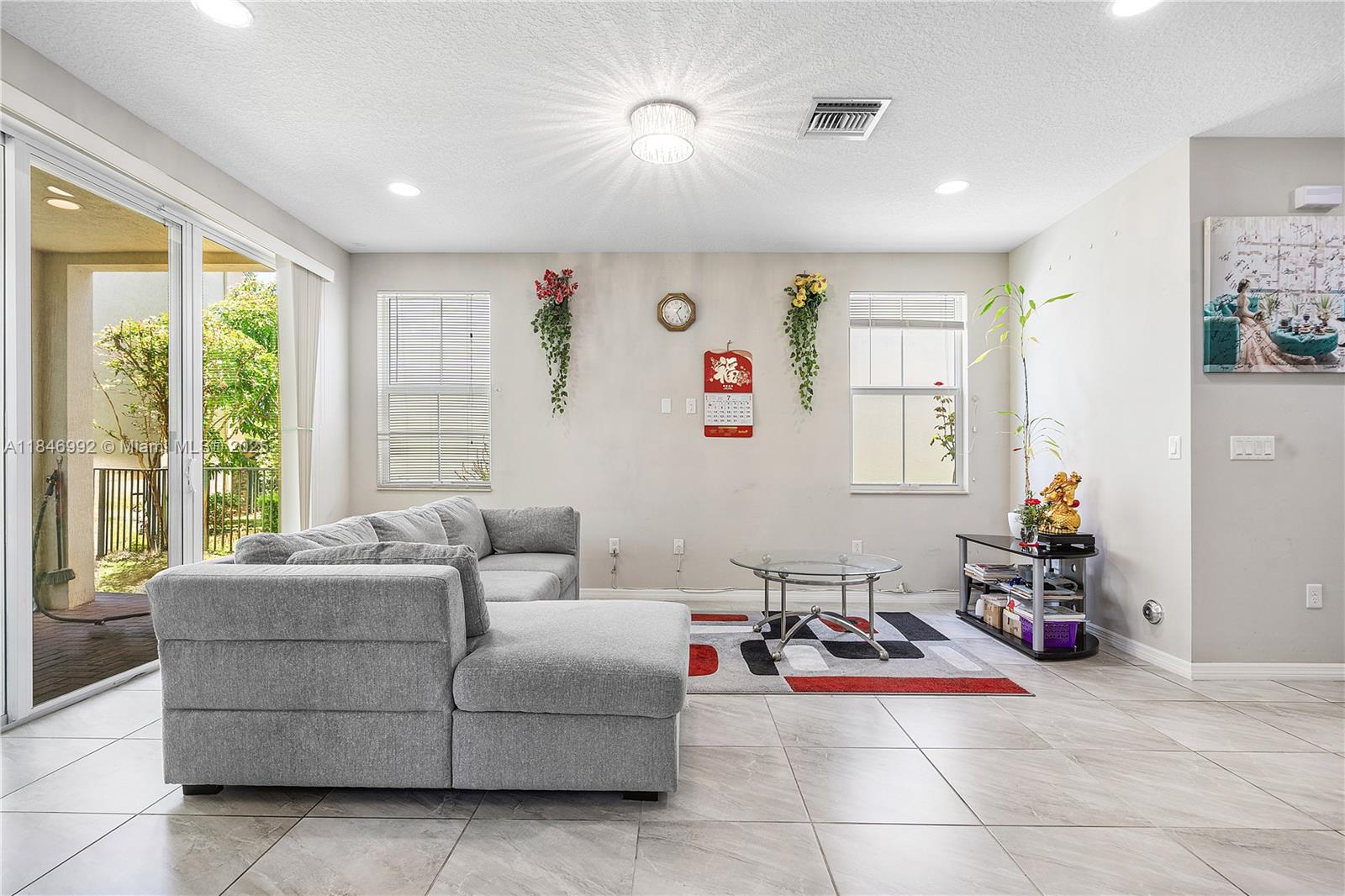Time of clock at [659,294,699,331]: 1:26
